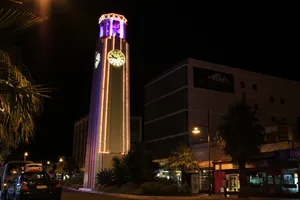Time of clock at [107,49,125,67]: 9:45
